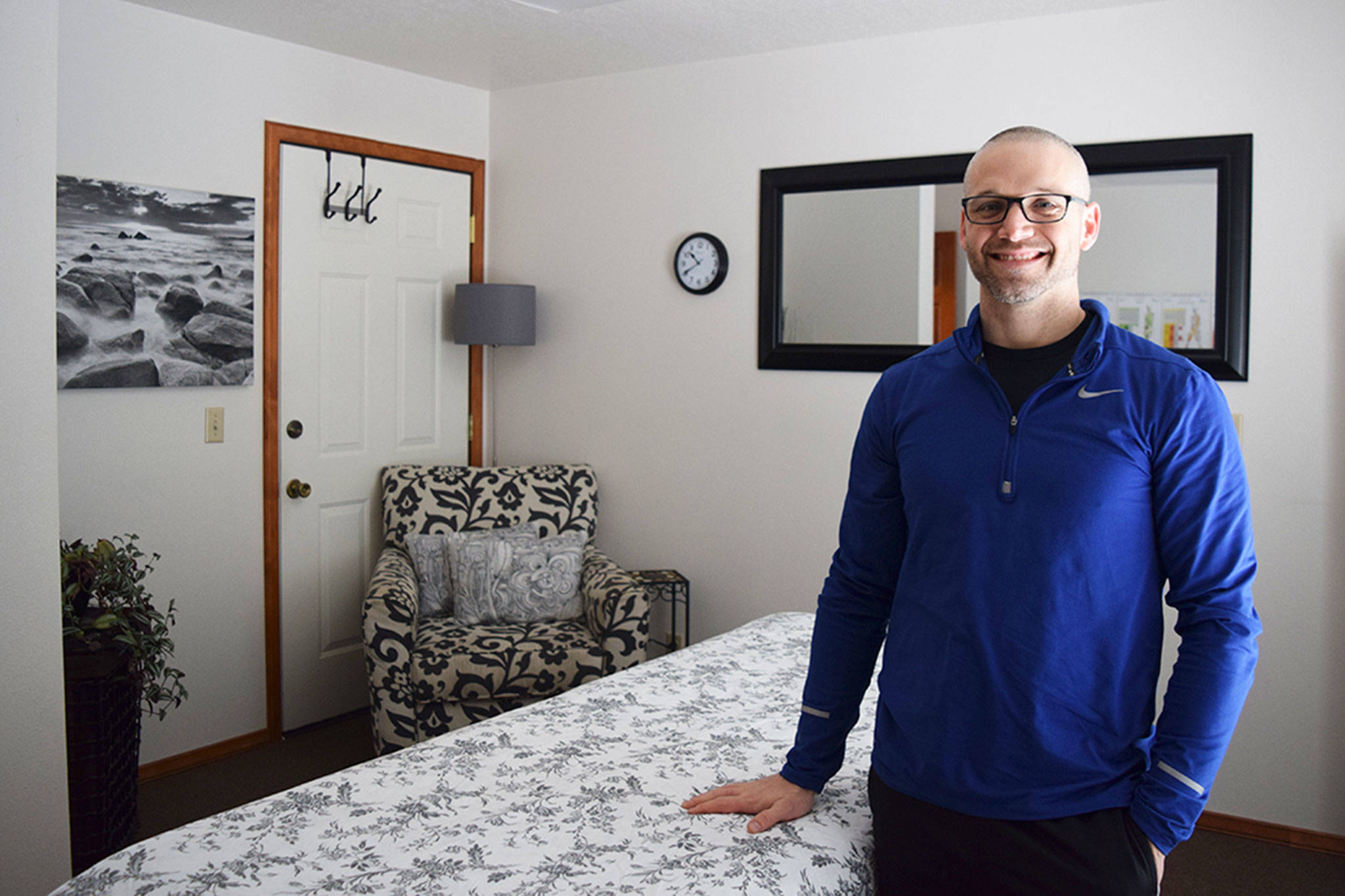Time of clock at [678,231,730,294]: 10:40
